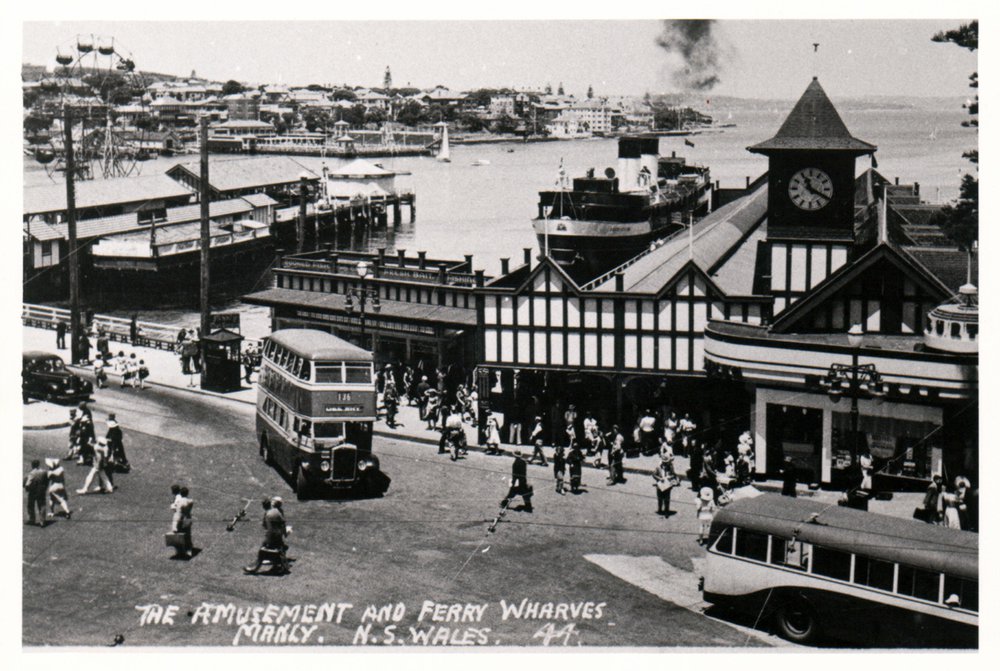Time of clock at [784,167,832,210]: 11:19
